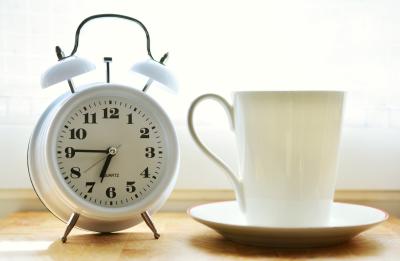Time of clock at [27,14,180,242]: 6:45
